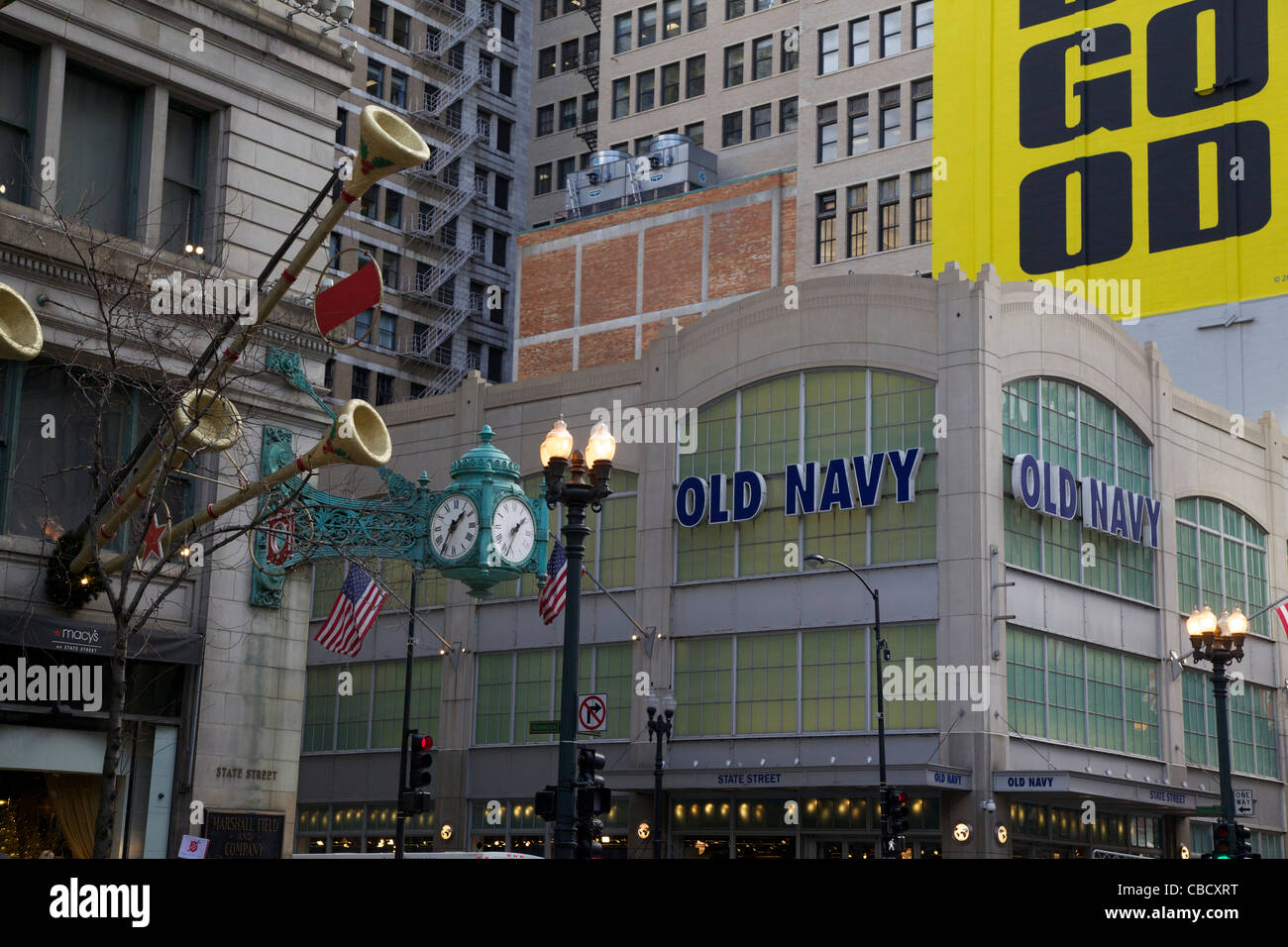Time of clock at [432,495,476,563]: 1:35
